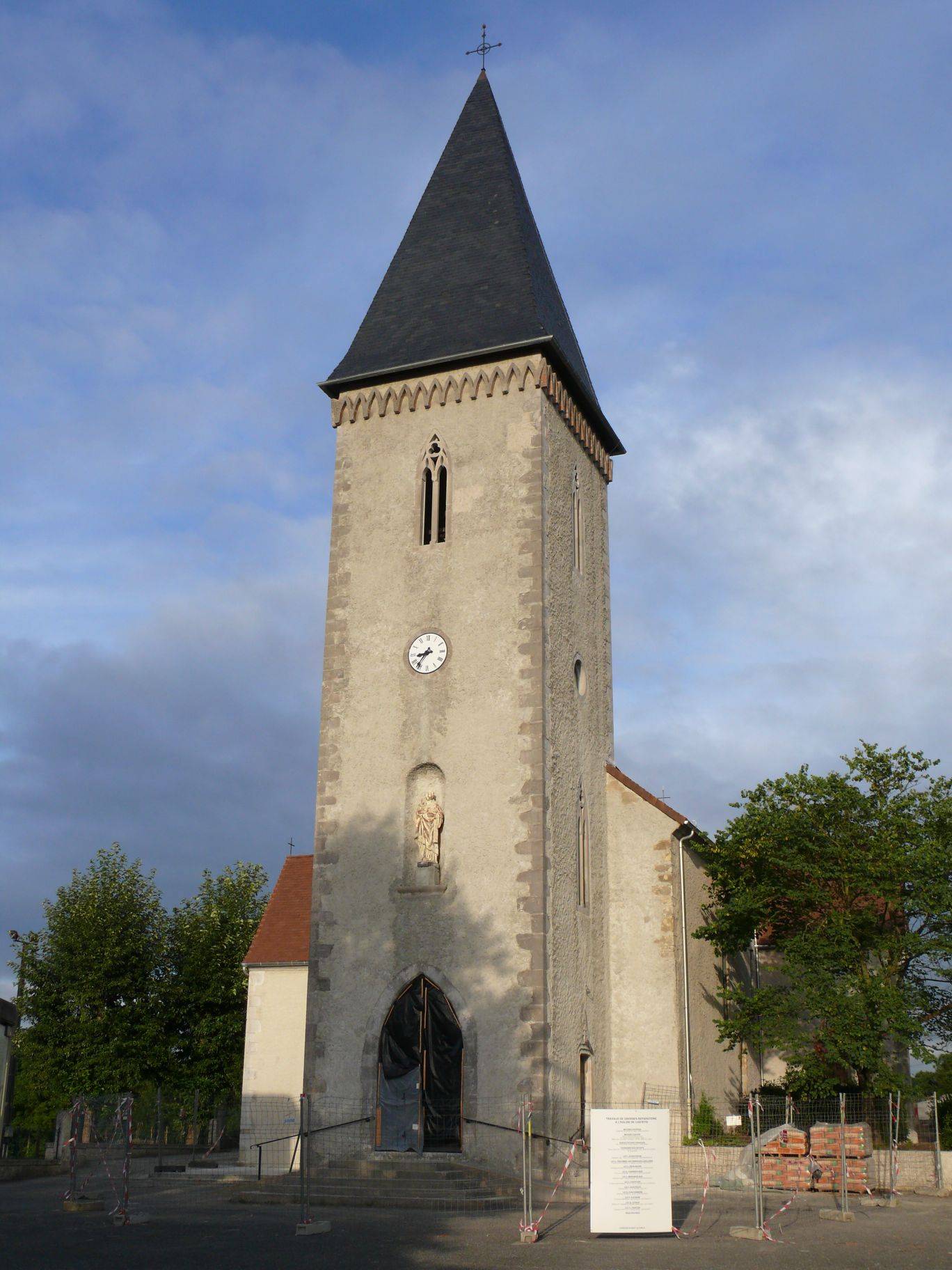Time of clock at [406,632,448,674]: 8:36
